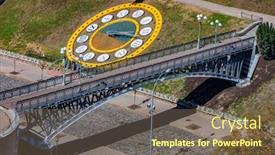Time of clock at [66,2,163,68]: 3:18
